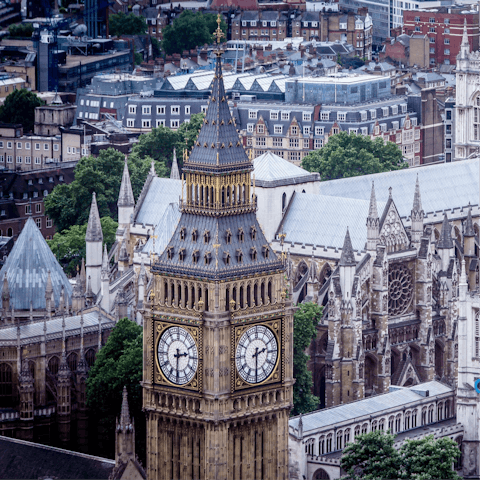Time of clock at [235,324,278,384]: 2:30
